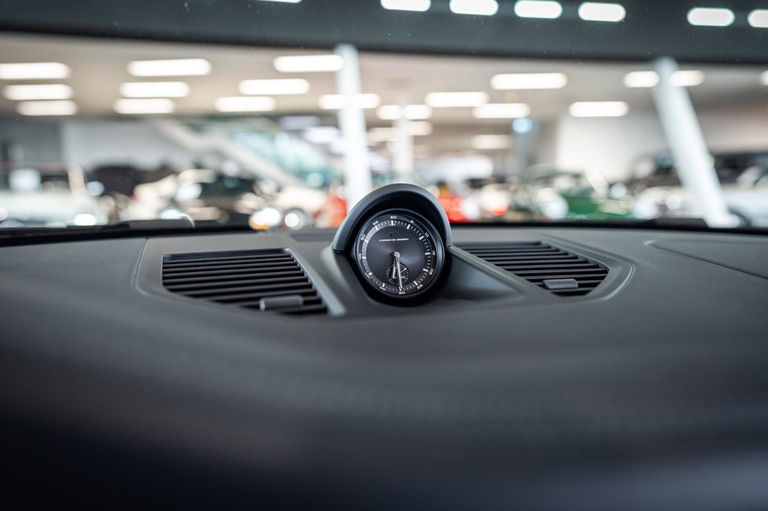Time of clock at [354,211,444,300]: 6:29
